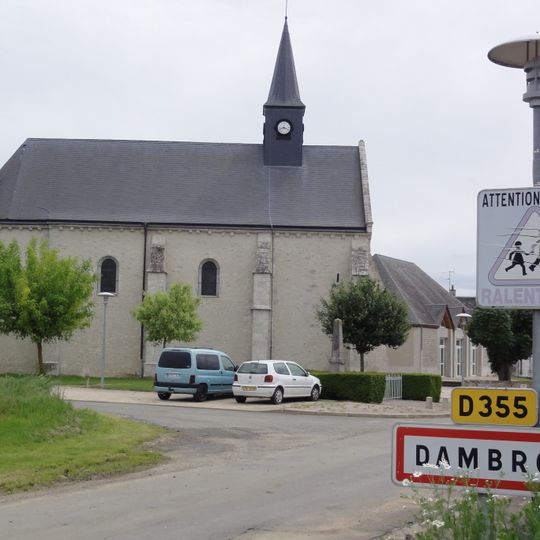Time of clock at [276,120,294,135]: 3:42
